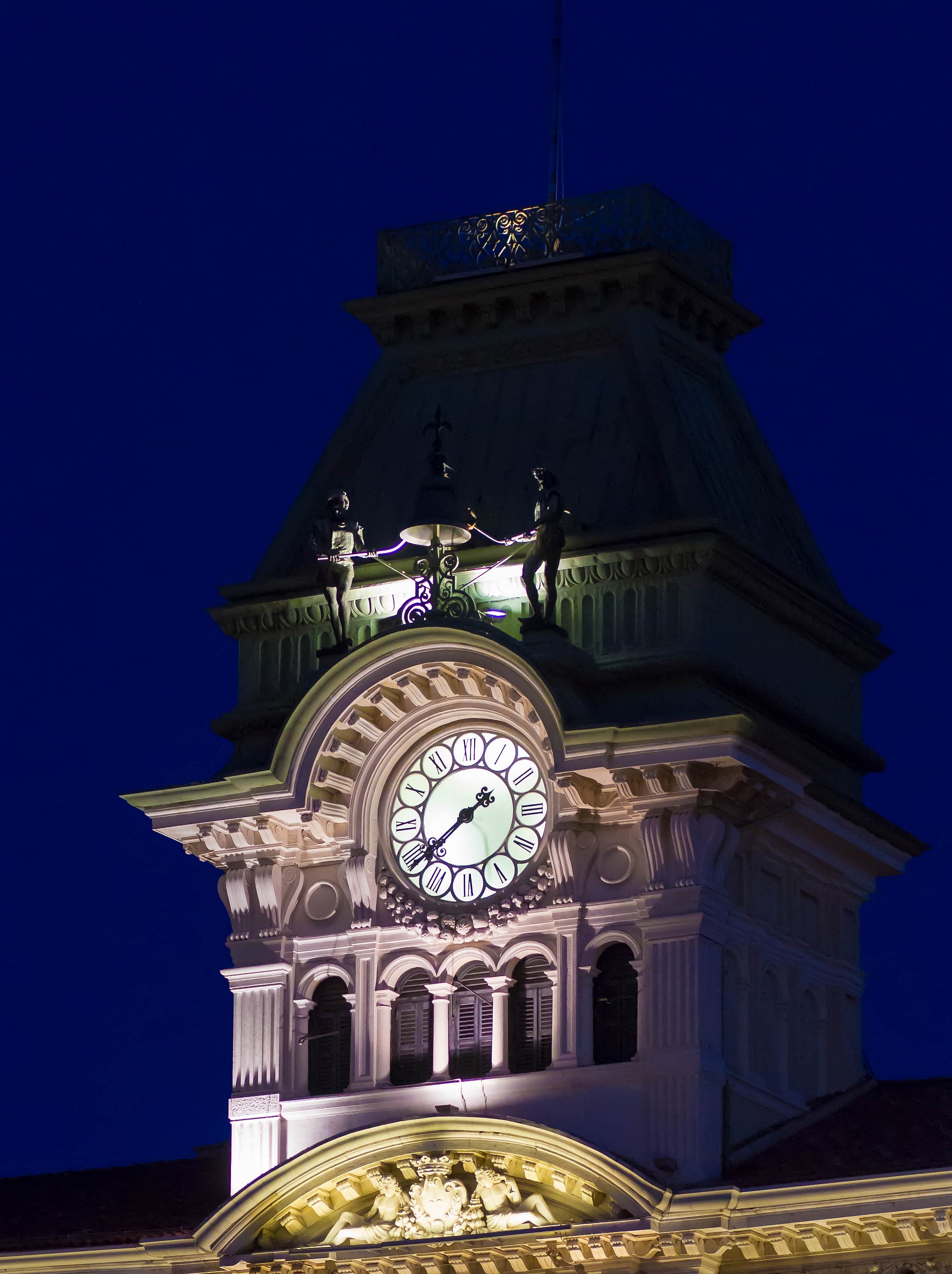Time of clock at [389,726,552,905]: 1:38
